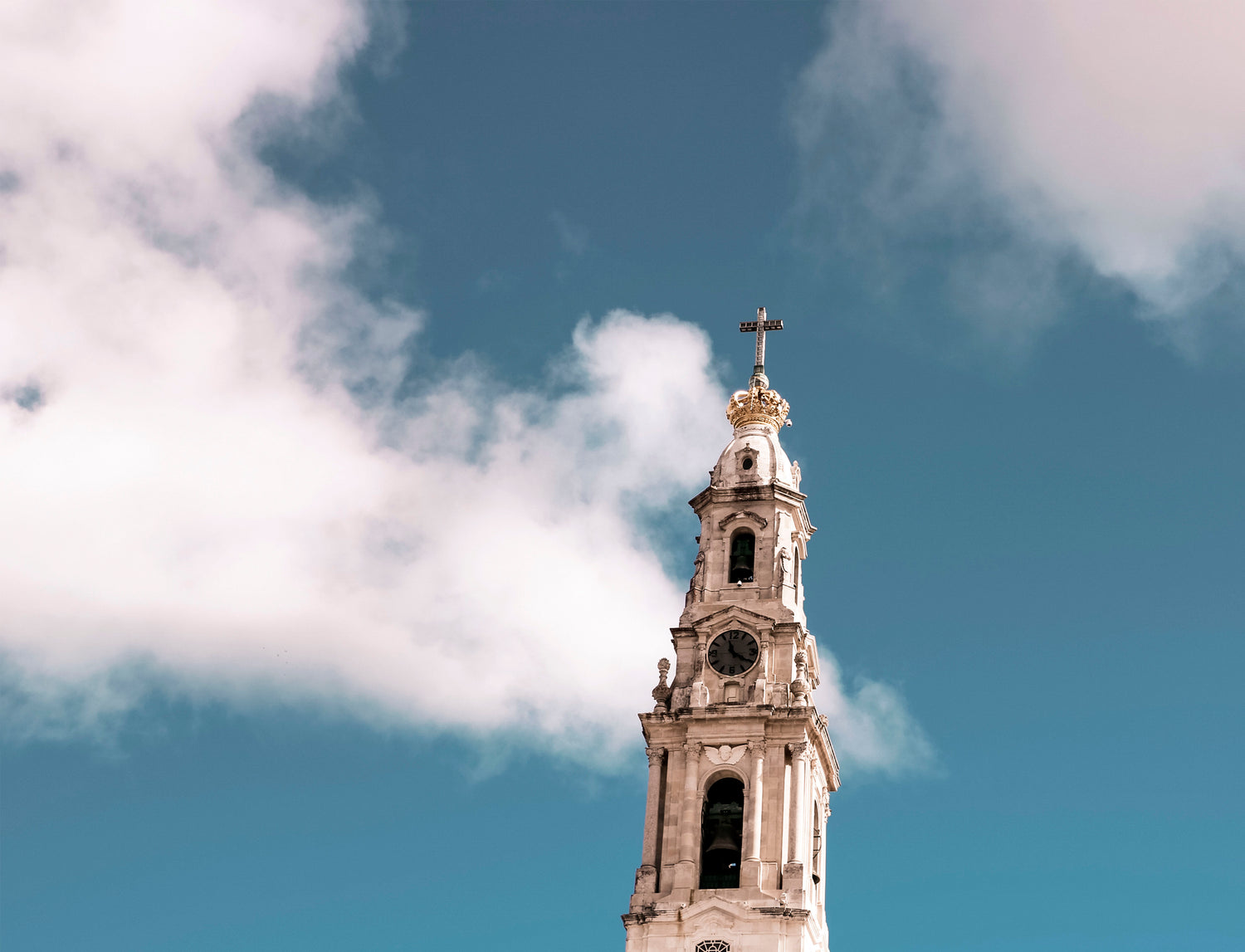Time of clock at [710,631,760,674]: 11:20
